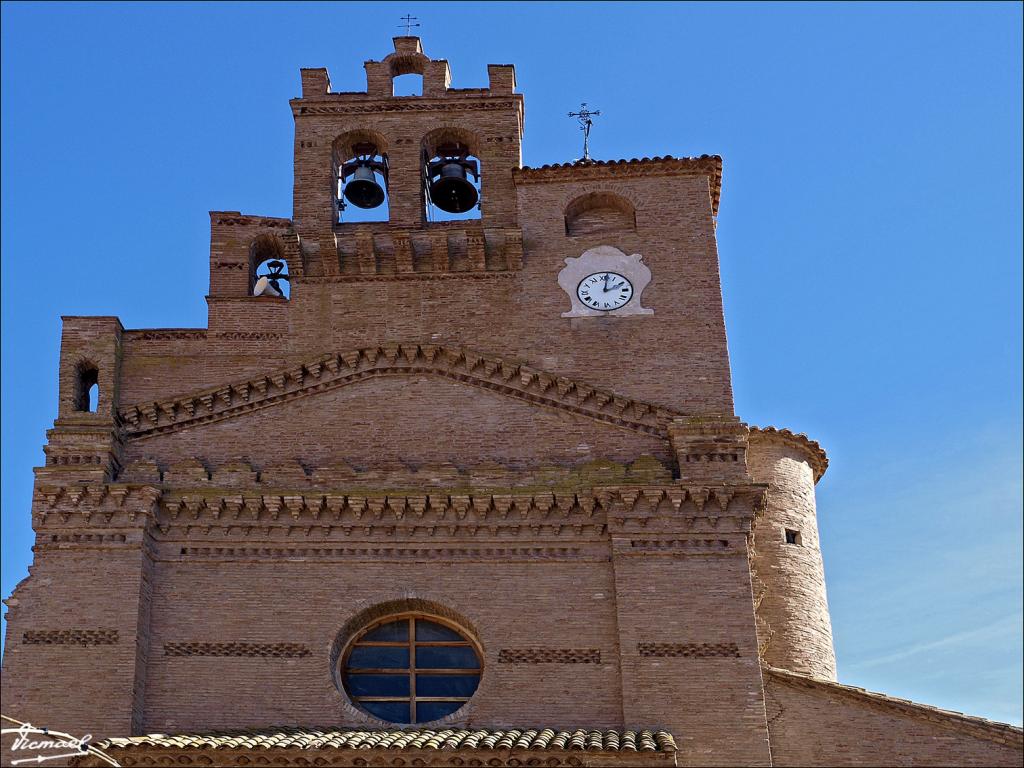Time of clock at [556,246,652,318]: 2:01
